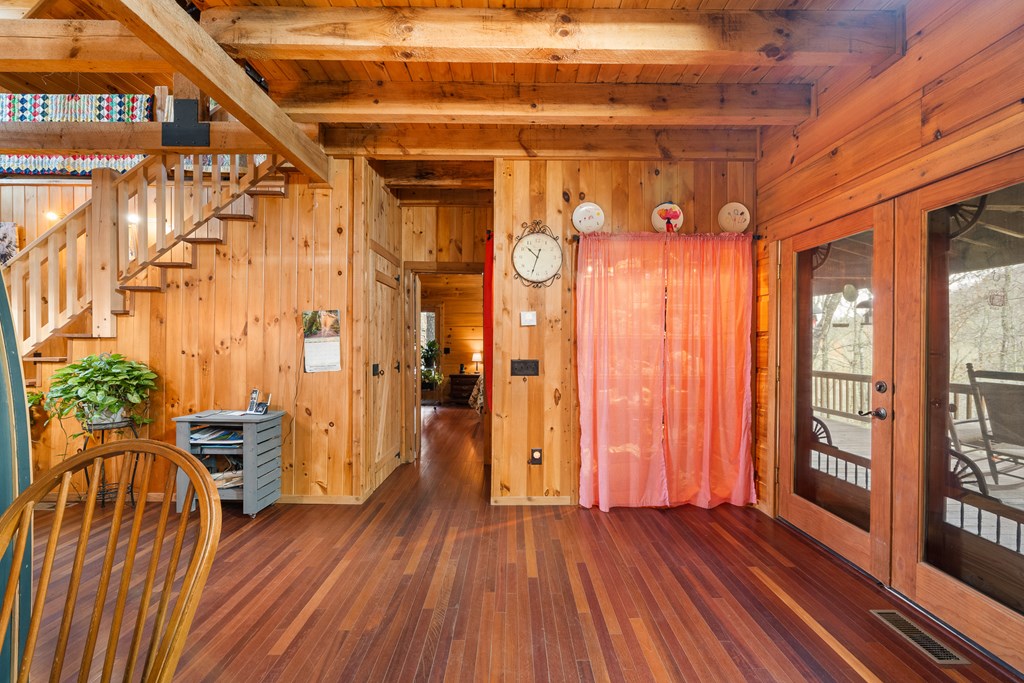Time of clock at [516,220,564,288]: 10:33
